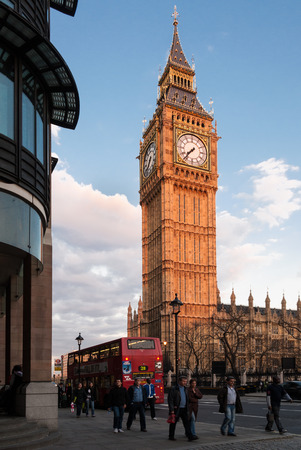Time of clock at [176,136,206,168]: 7:36
